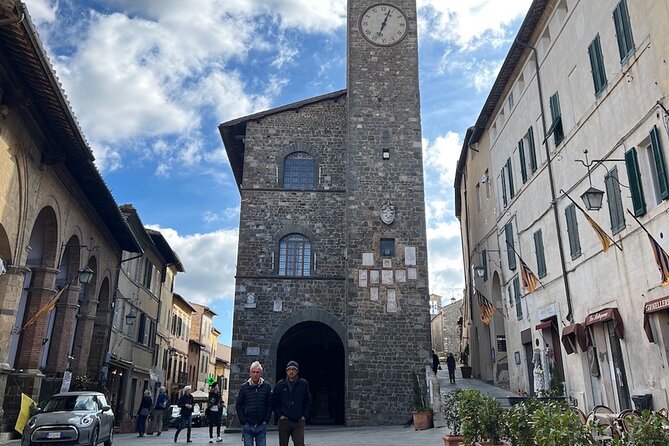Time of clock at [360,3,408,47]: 12:33
